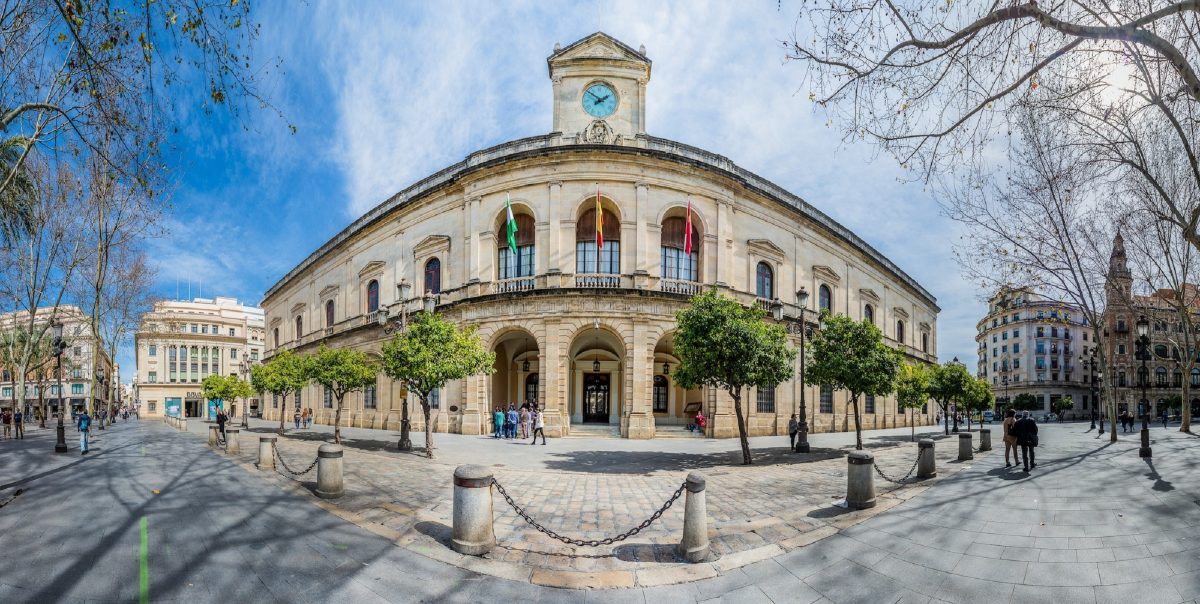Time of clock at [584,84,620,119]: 1:50
